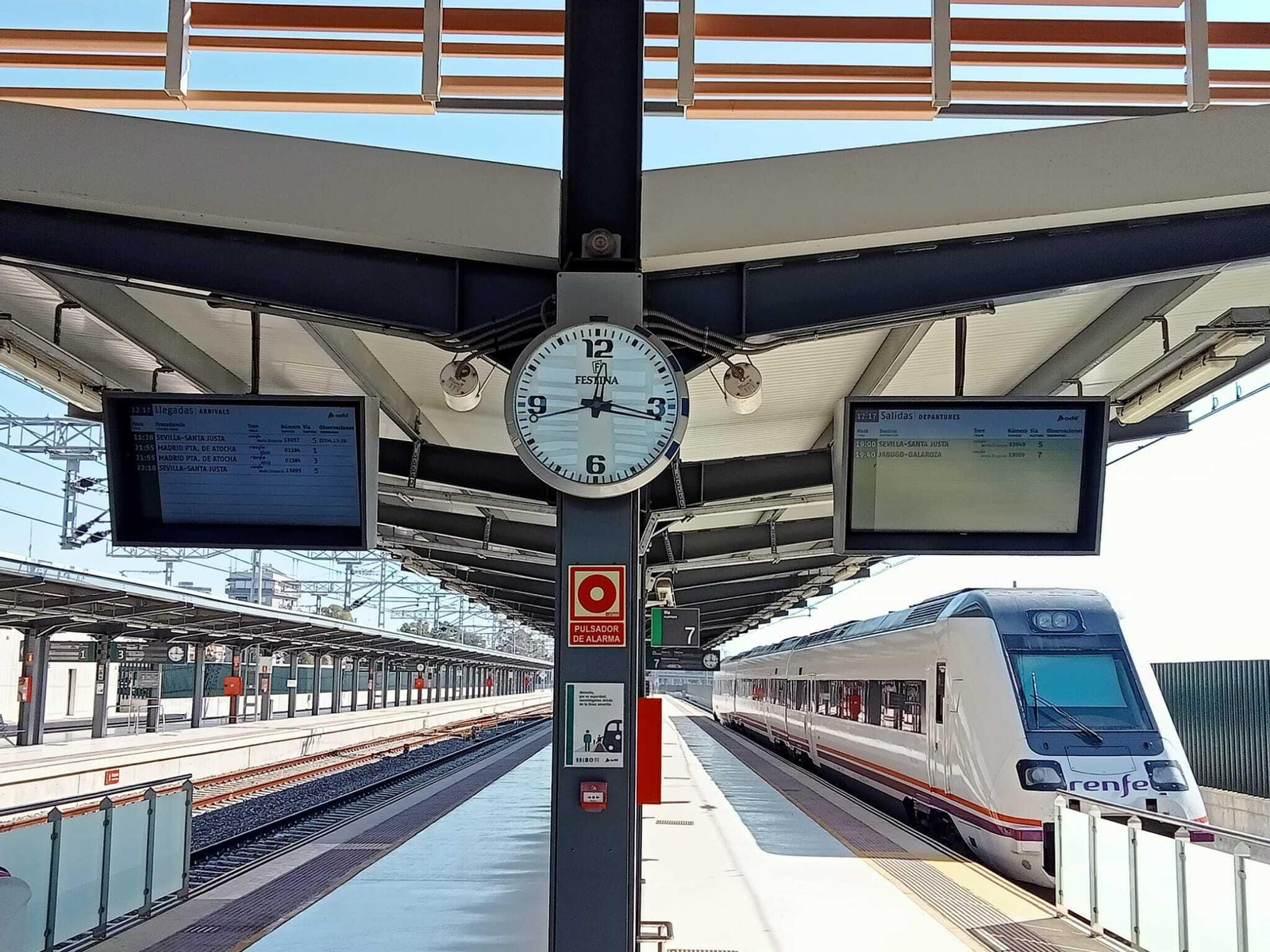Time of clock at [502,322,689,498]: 12:16
